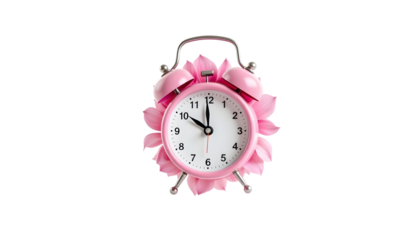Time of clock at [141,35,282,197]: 9:59
